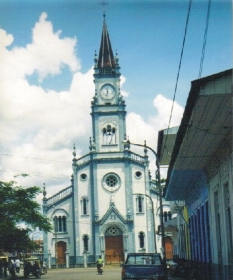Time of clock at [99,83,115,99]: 11:32
